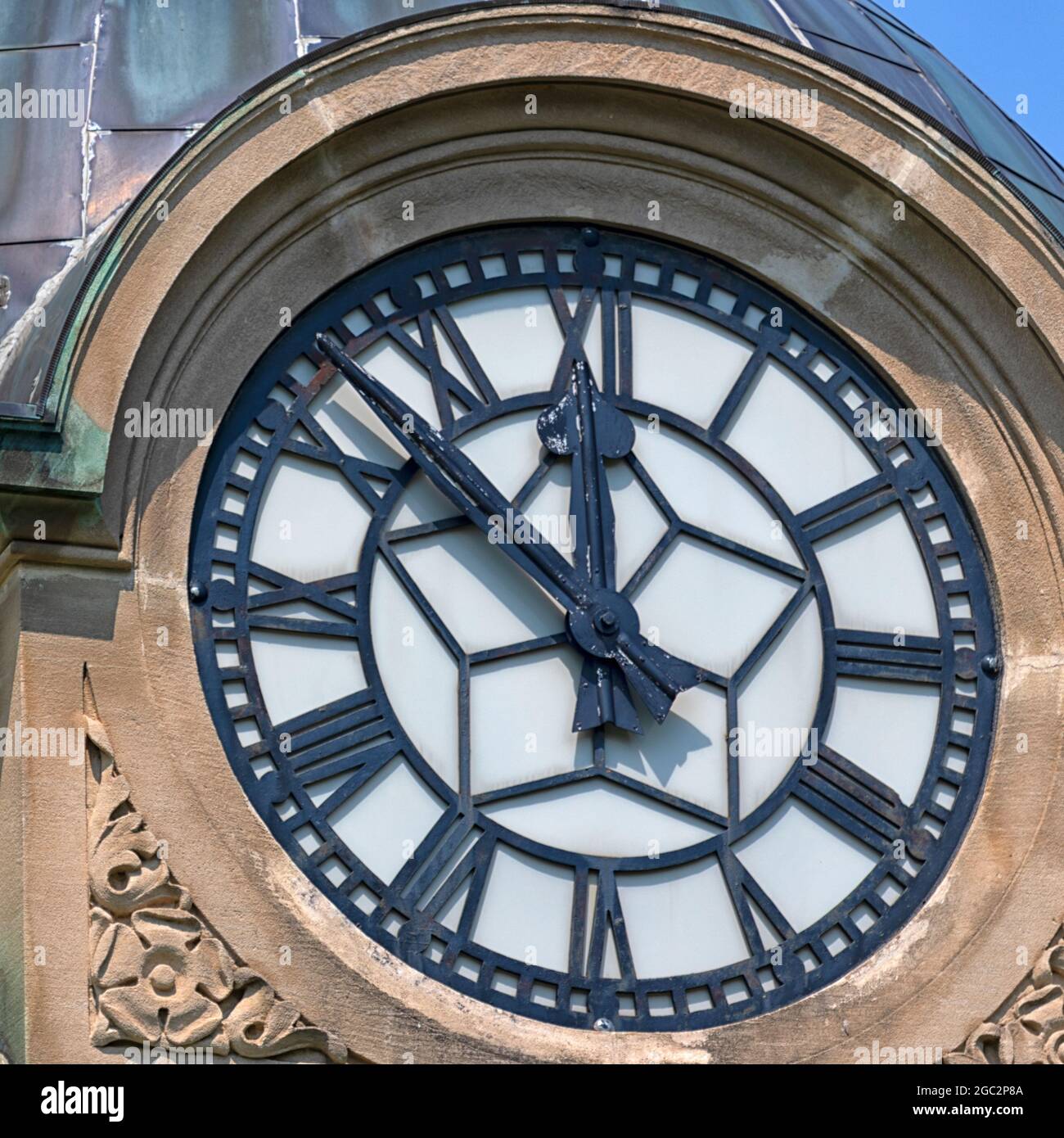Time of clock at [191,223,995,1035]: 11:52
